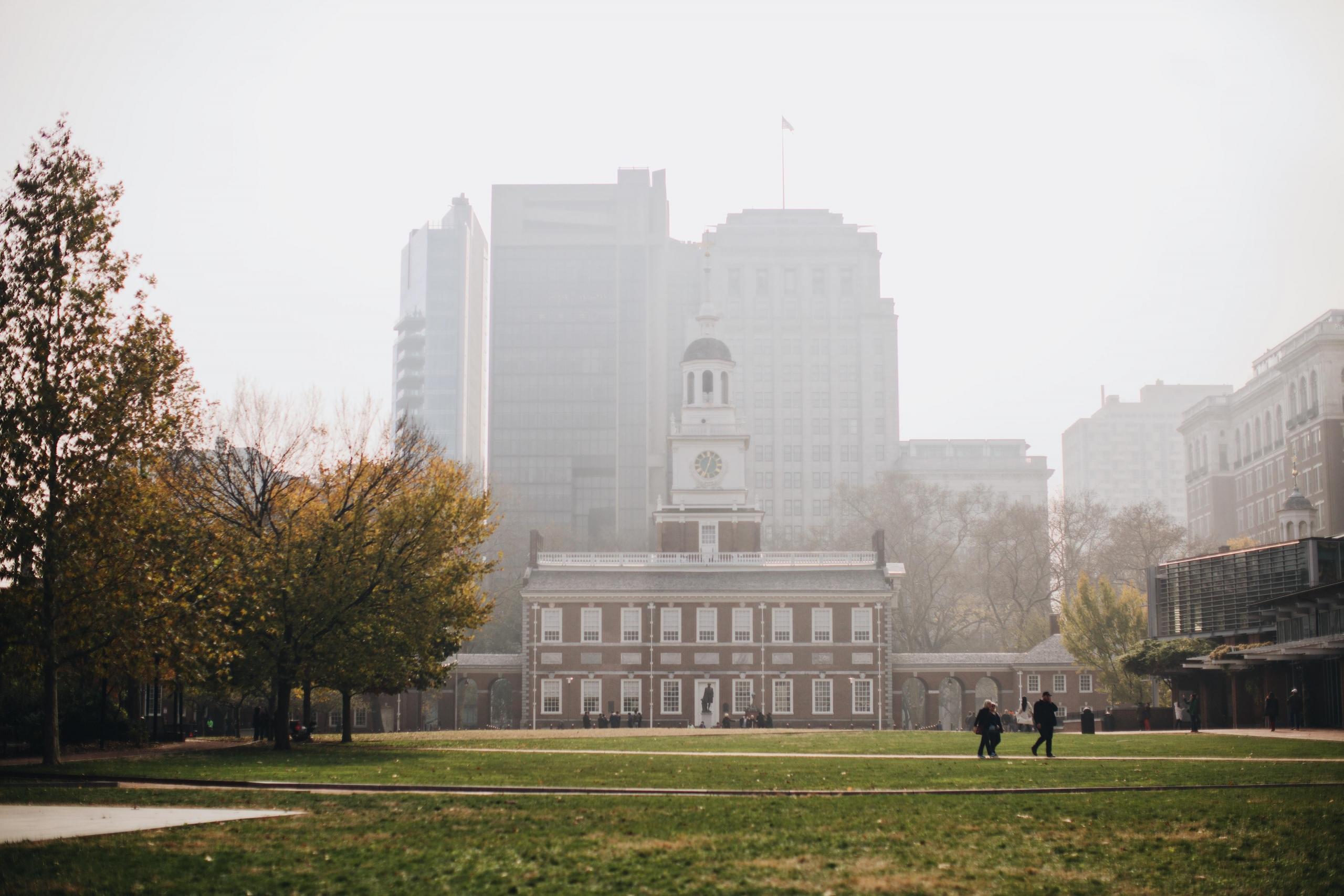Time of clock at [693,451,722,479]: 12:32
